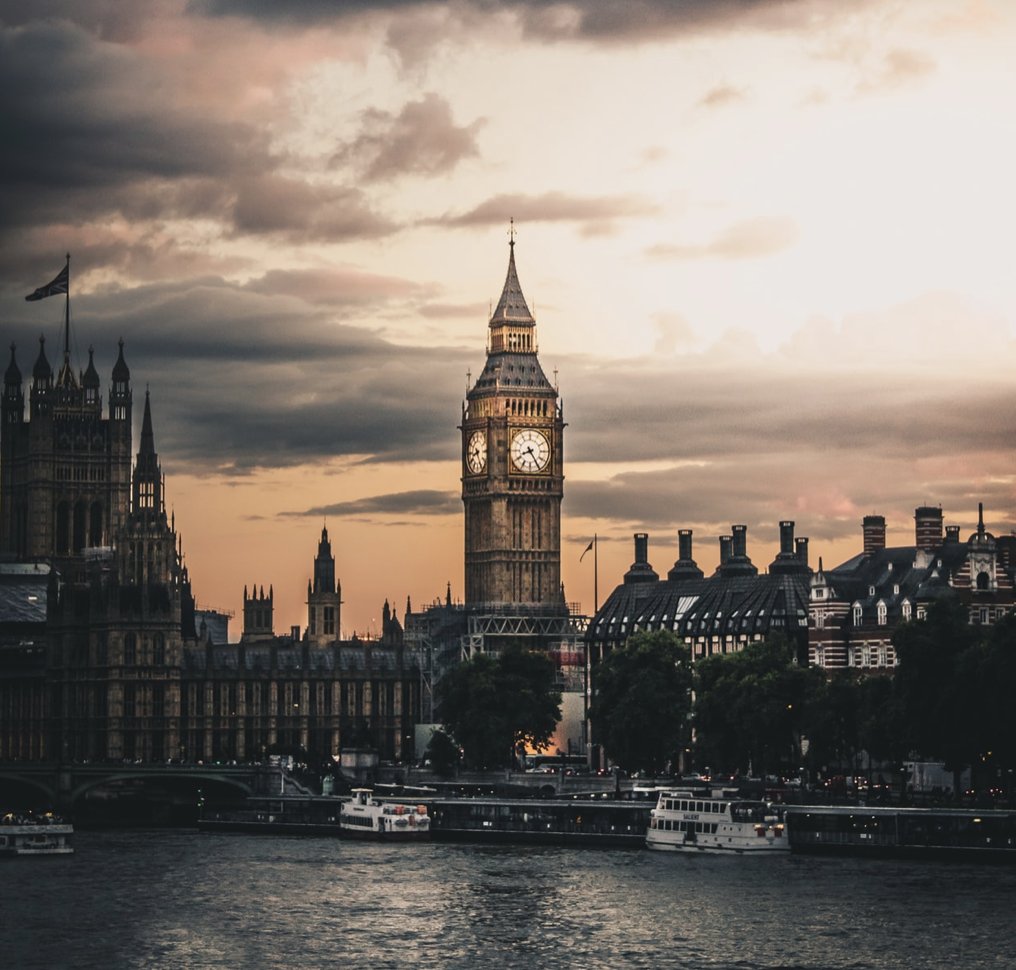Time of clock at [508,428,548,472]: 8:24
